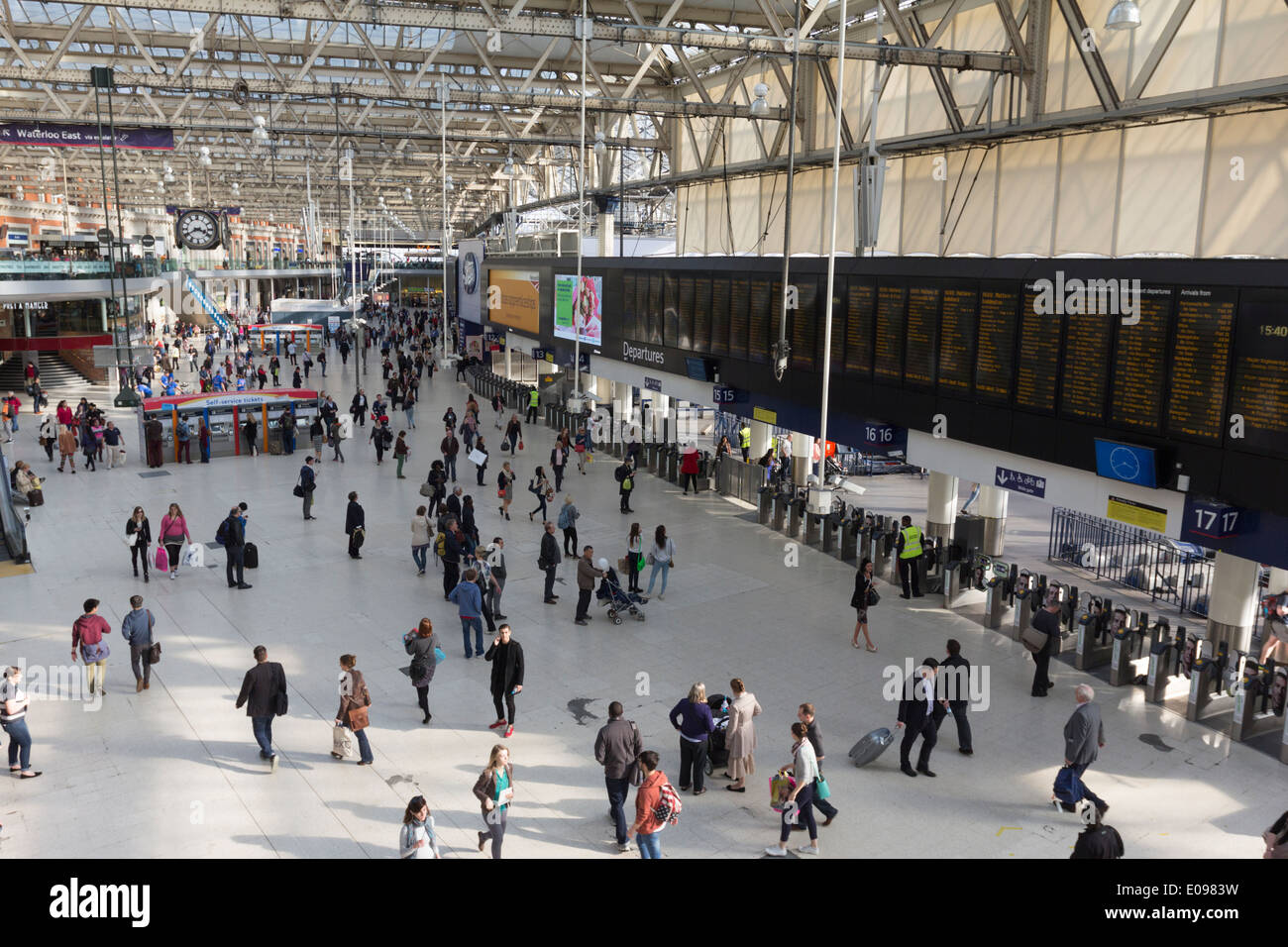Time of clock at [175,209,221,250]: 3:40
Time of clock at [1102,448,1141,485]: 3:40
